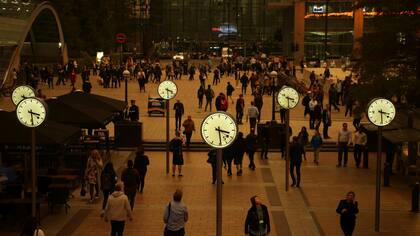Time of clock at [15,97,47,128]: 3:29
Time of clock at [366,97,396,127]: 3:29
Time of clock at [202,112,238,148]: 3:29
